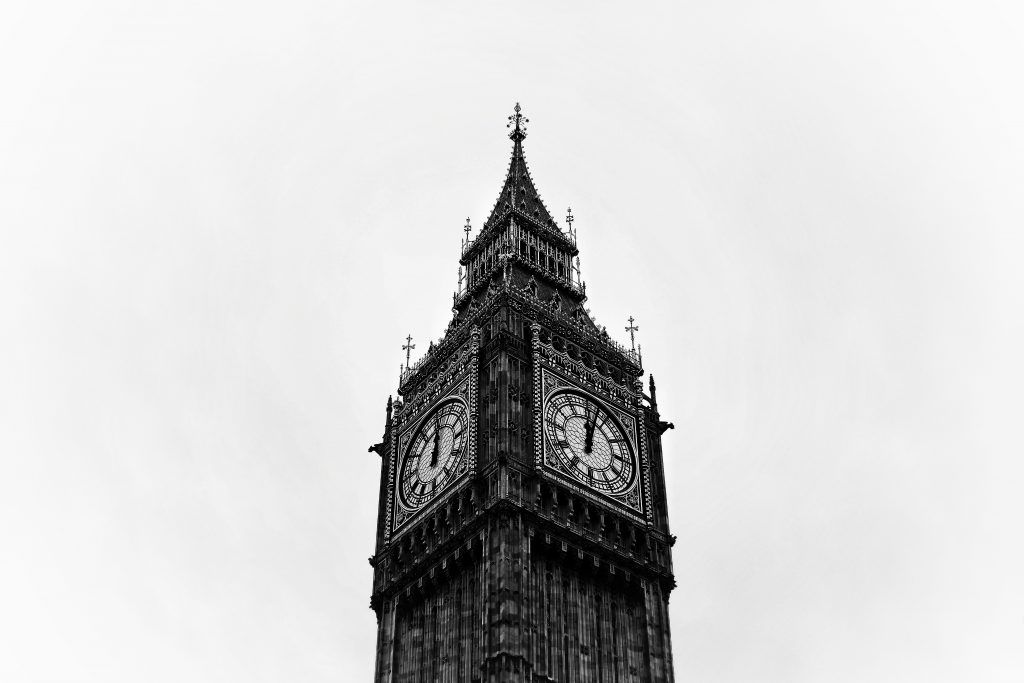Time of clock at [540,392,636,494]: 12:02
